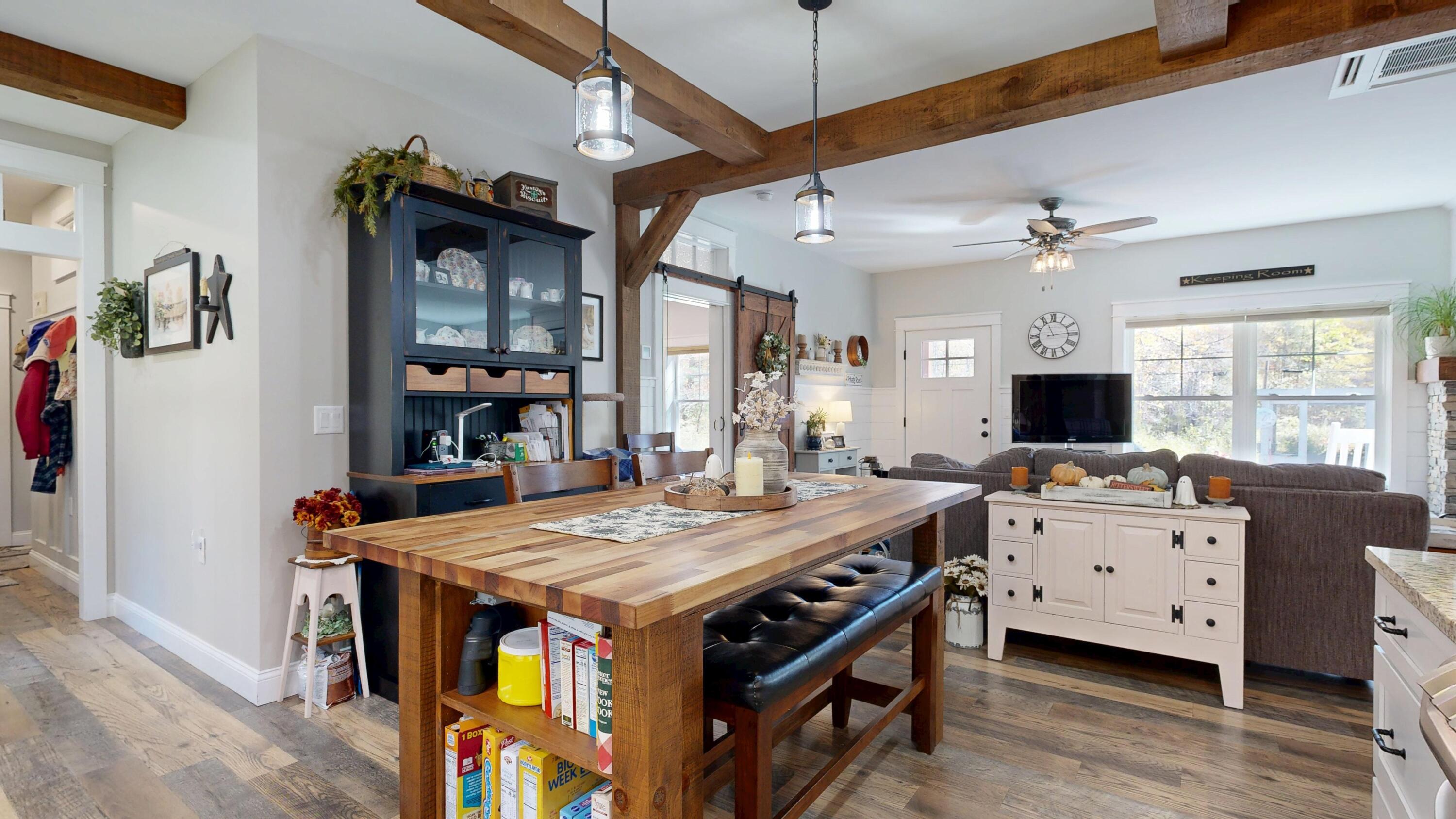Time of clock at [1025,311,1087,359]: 11:13
